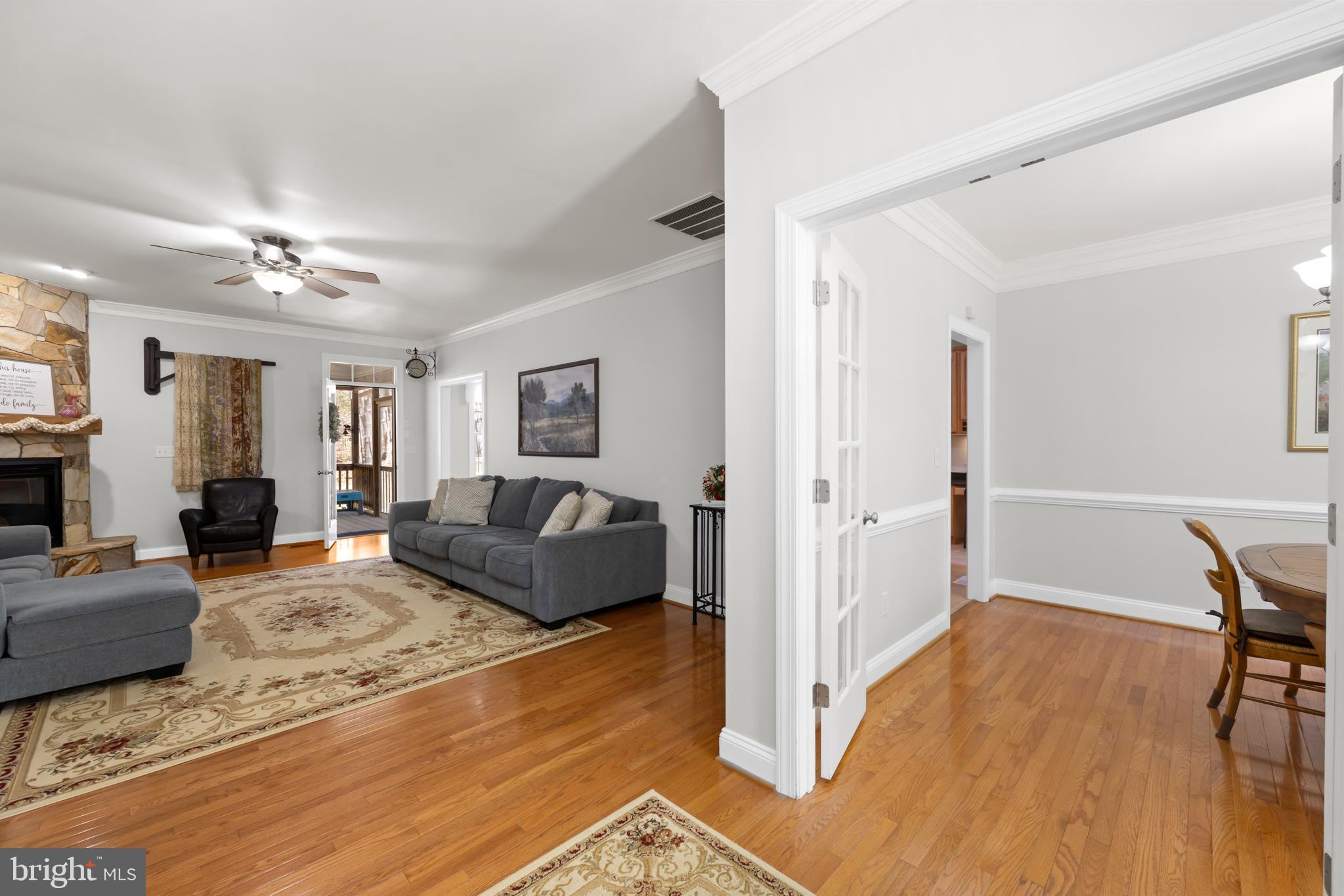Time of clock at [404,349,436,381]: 3:44
